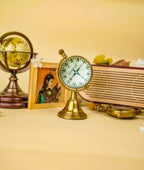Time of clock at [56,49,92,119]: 7:04
